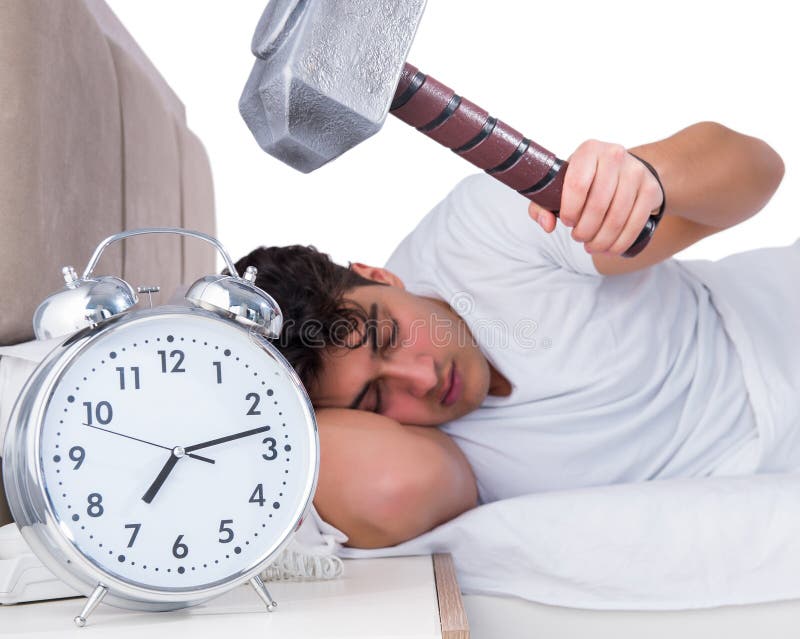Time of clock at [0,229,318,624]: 7:12
